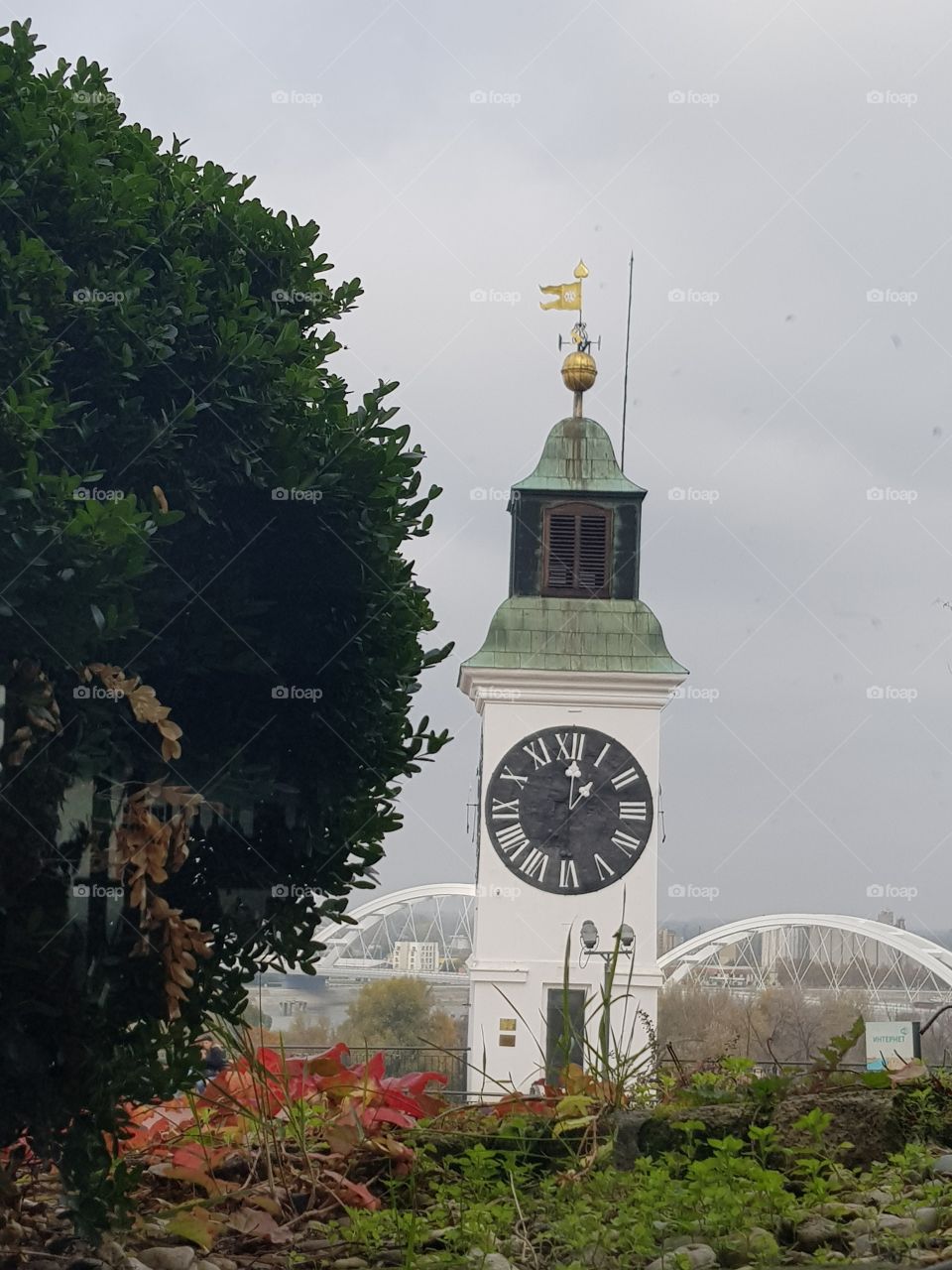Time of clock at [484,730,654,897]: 1:01
